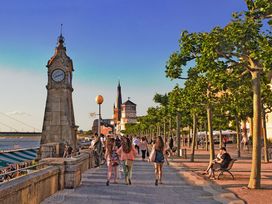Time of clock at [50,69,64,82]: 8:11
